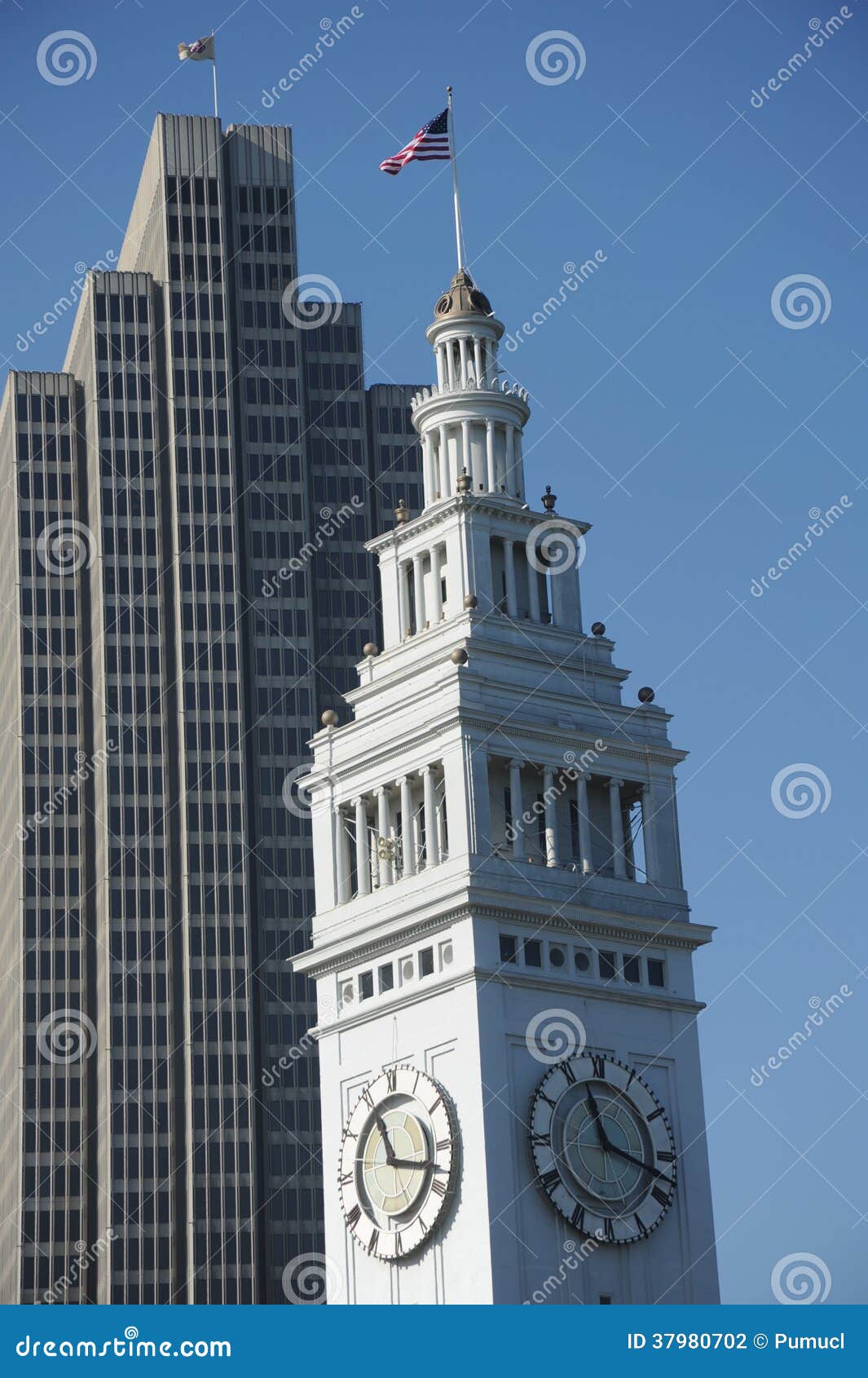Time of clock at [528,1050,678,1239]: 11:17
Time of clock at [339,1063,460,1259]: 11:17
